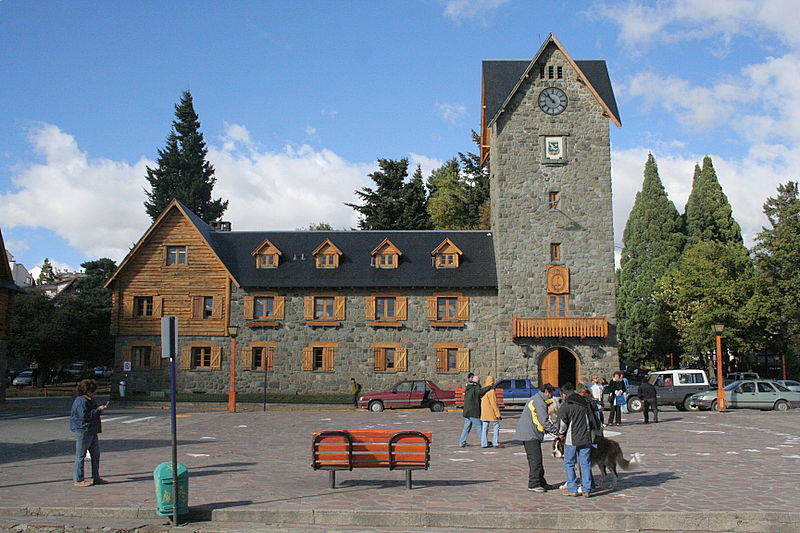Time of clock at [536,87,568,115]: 10:52
